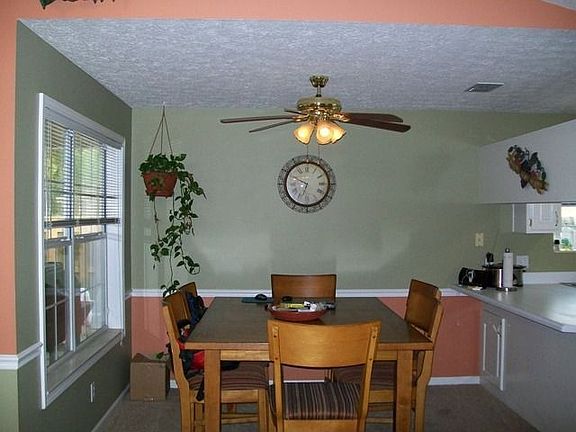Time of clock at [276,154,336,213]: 6:49
